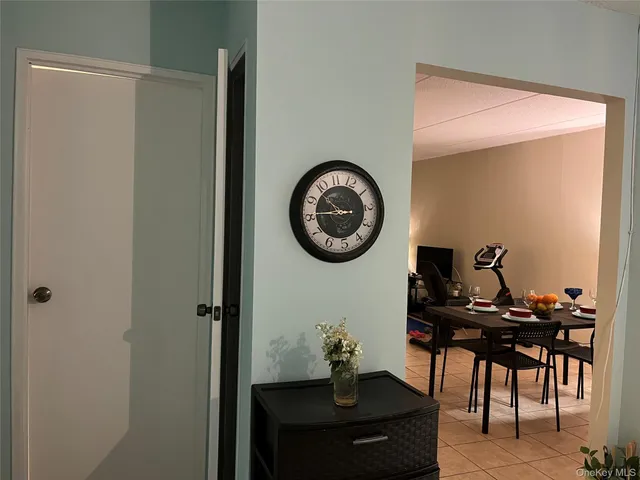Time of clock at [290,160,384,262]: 10:45
